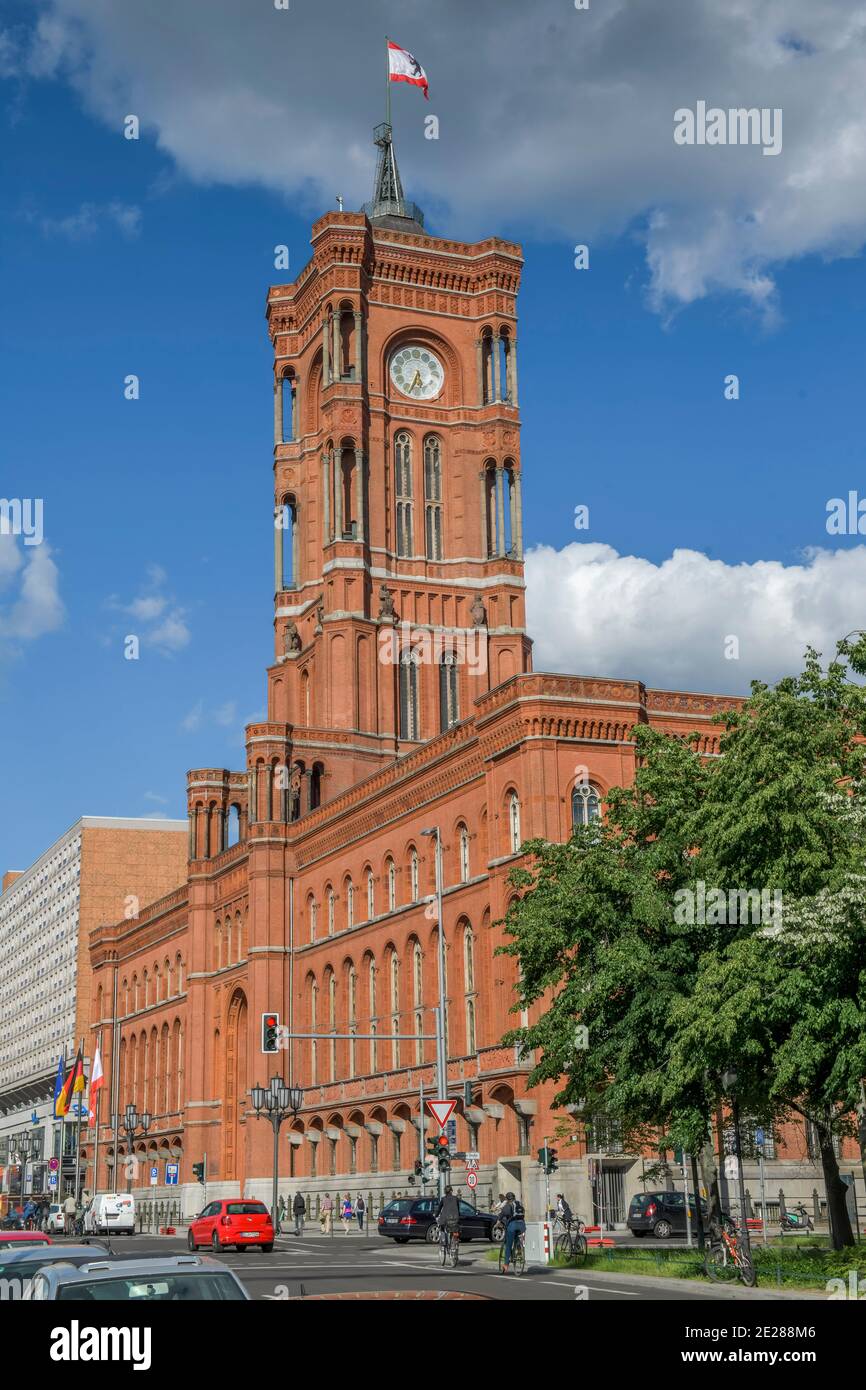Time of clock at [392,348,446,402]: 5:33
